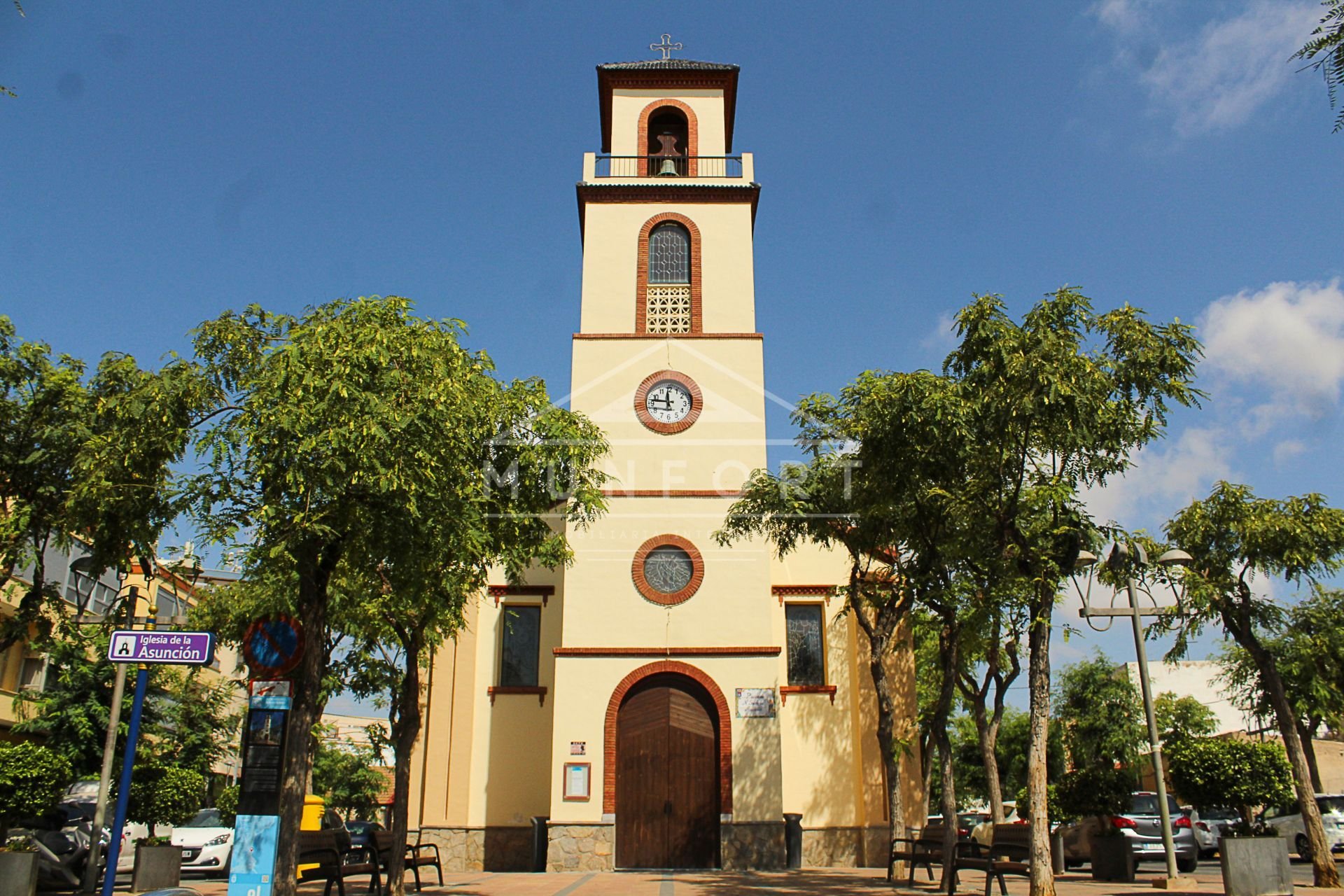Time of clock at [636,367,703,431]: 11:46
